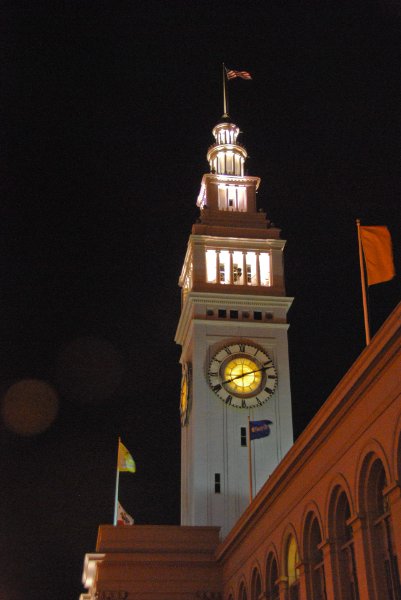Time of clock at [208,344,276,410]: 8:11
